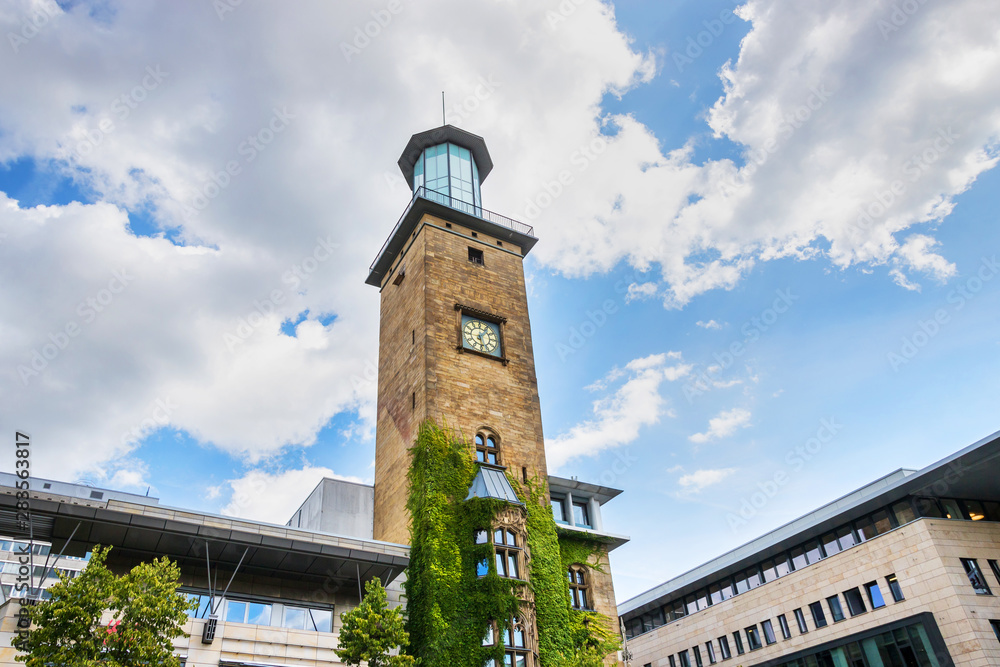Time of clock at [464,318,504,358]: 1:28
